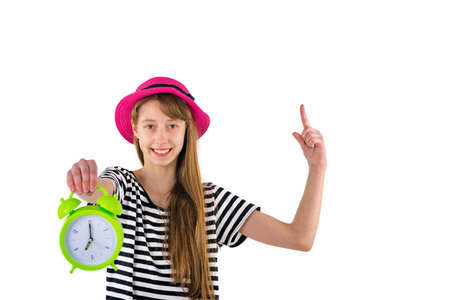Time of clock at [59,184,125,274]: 7:00
